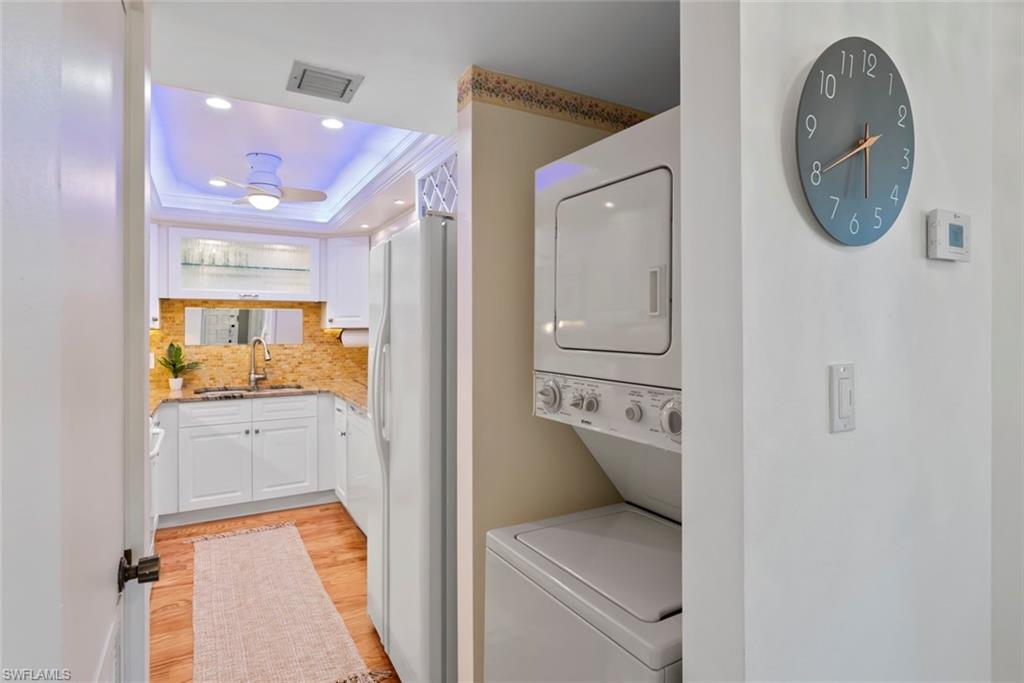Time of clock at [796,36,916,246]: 5:40
